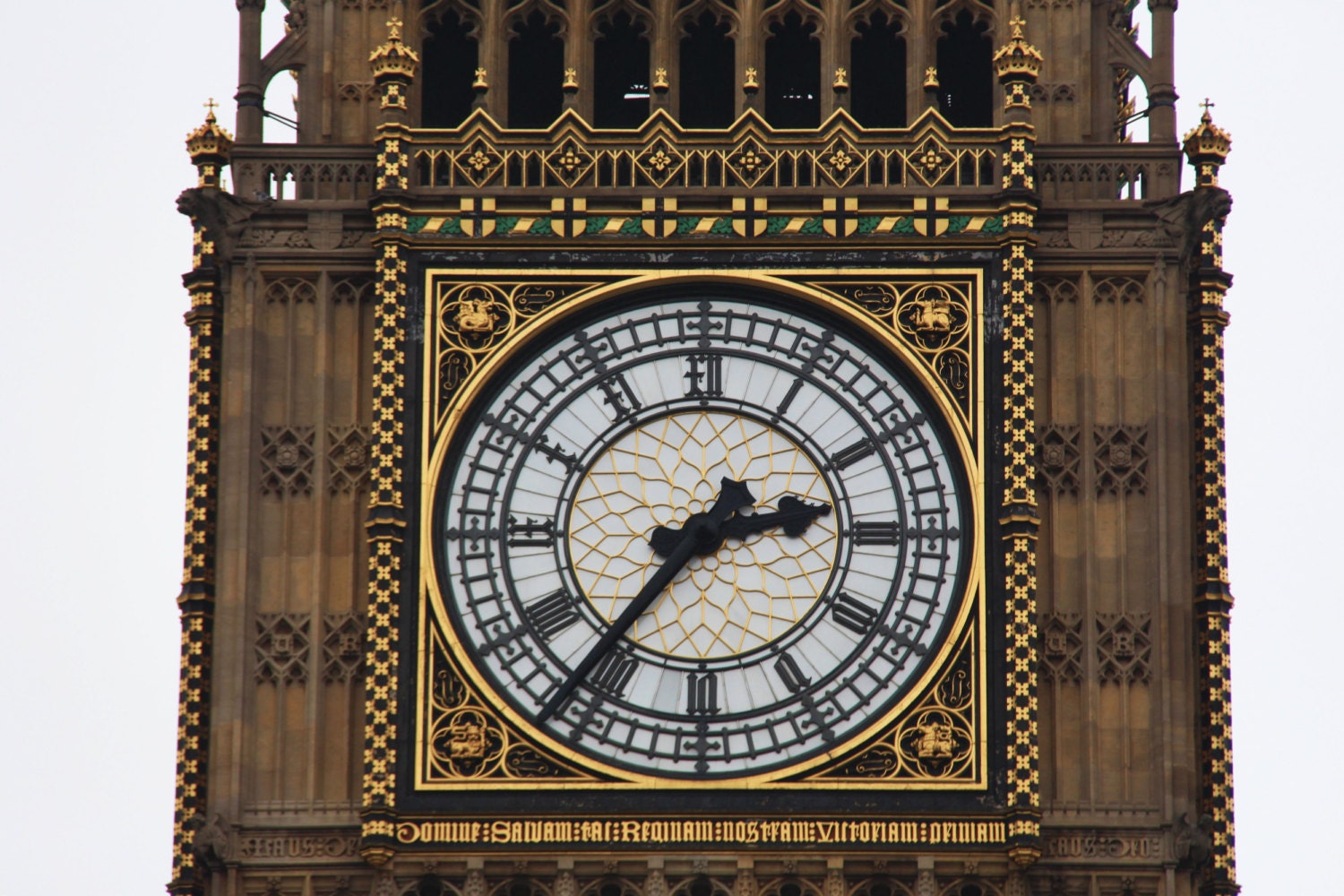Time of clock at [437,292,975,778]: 2:36
